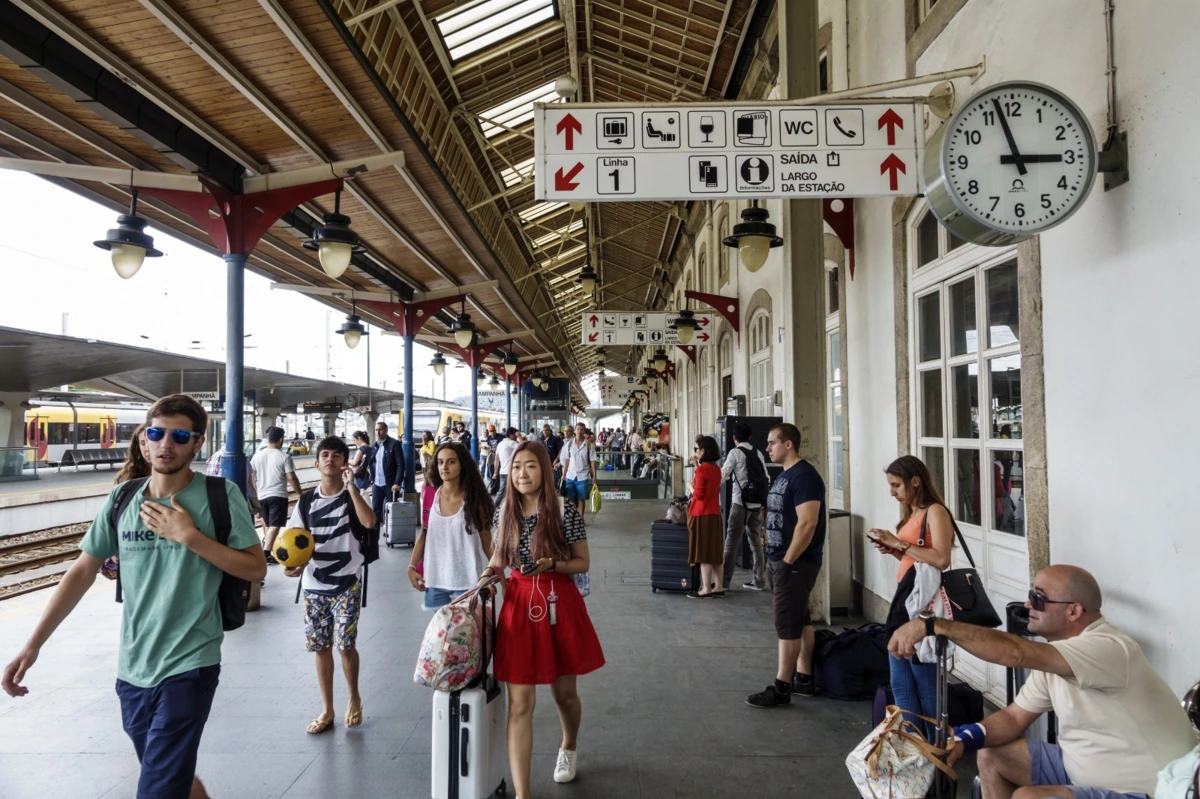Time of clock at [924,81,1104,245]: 2:57
